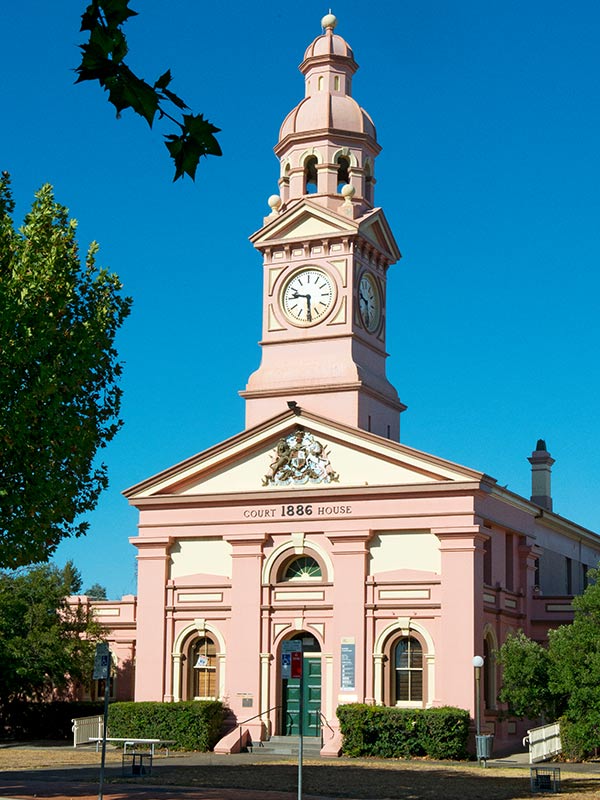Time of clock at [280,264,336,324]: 5:46
